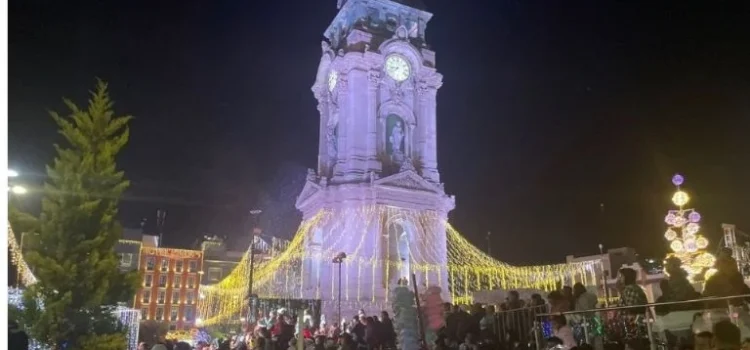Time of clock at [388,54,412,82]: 8:38
